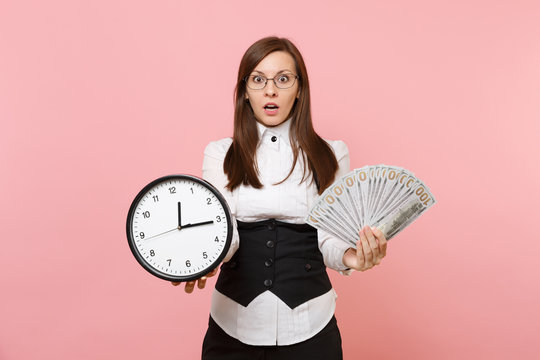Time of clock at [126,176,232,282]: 12:15
